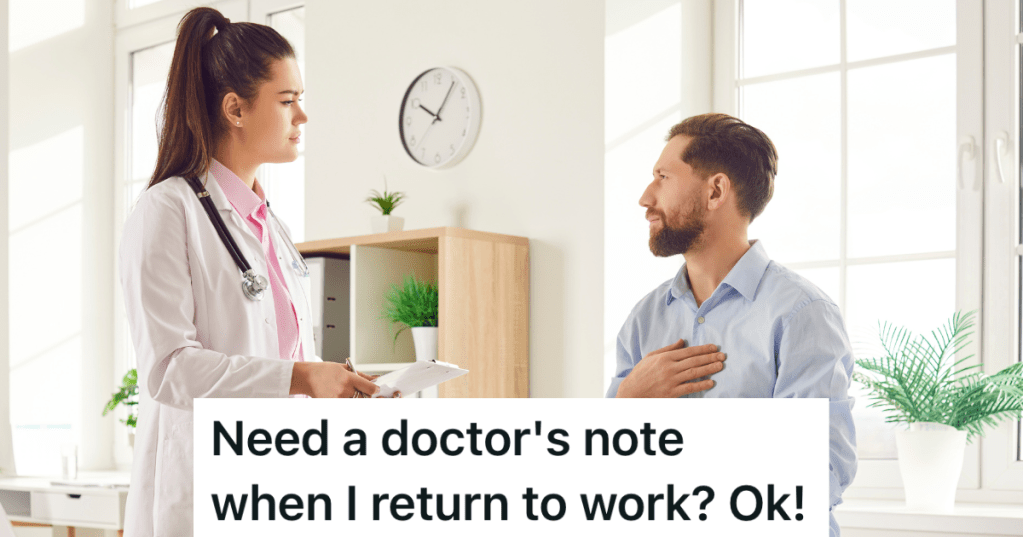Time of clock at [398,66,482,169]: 10:05
